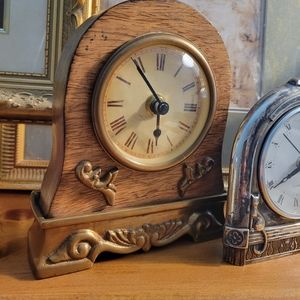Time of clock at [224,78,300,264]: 5:53
